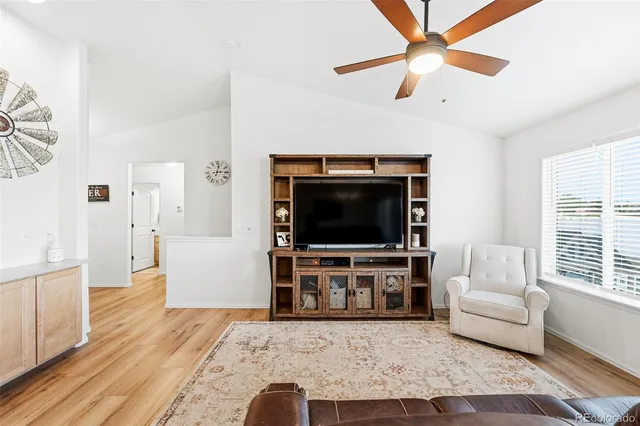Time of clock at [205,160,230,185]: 3:02
